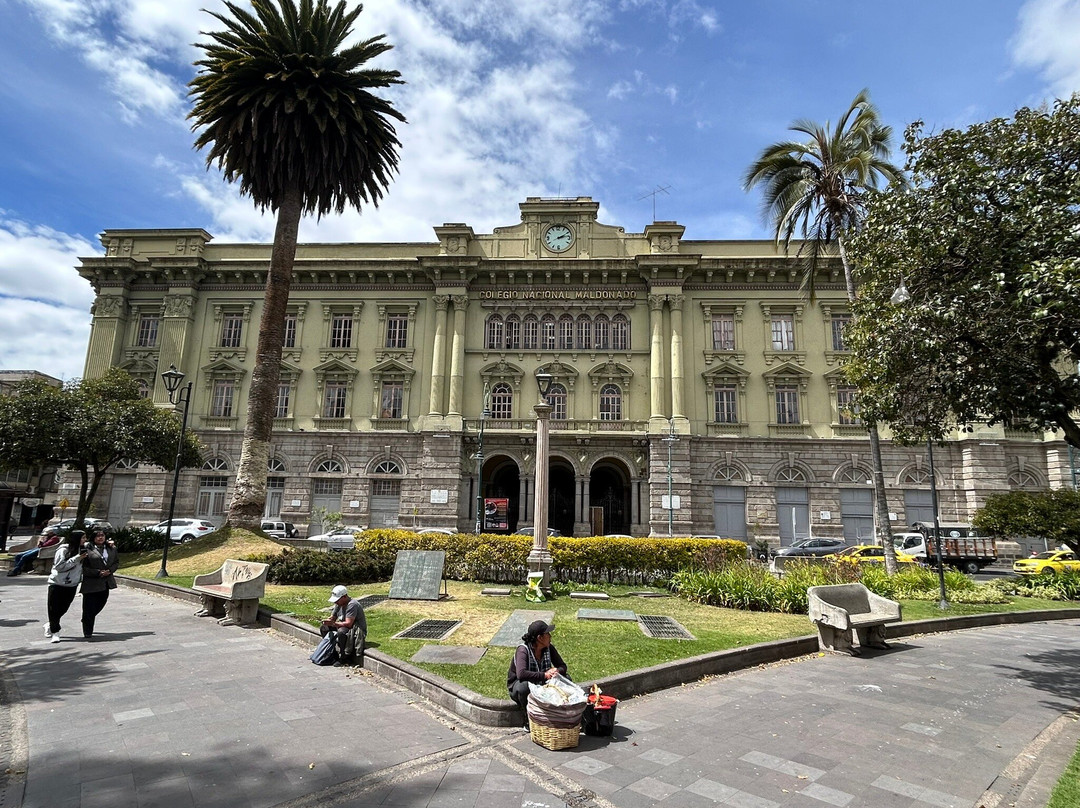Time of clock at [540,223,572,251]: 2:13
